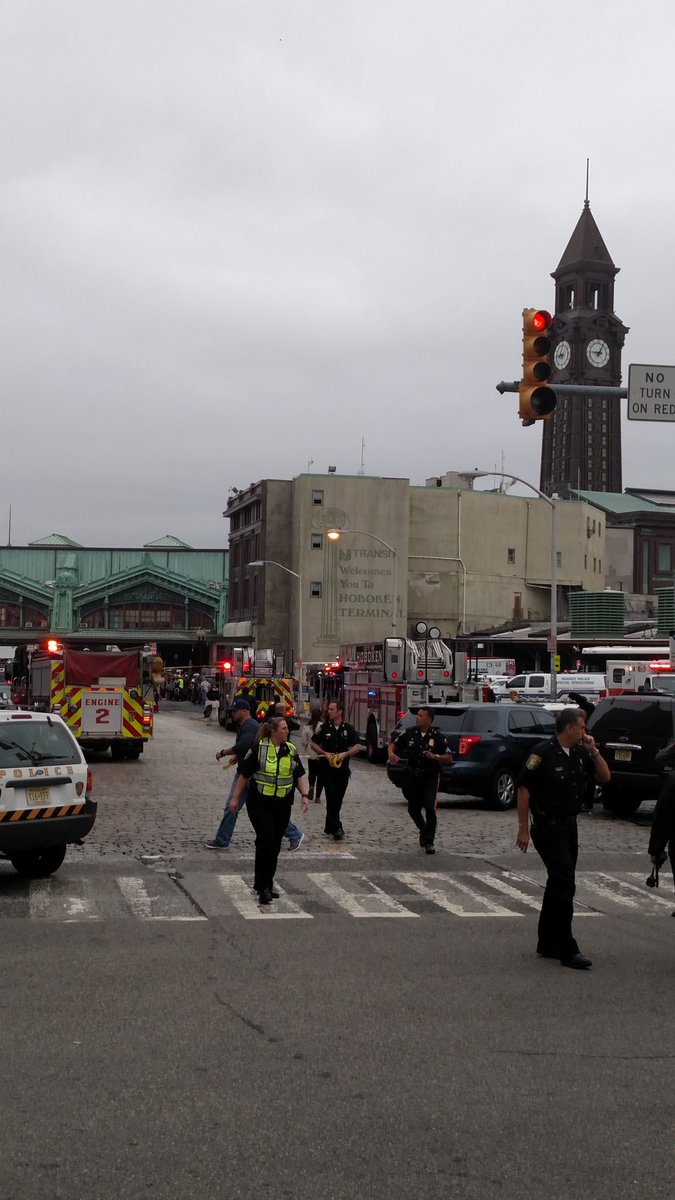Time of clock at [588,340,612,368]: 9:05
